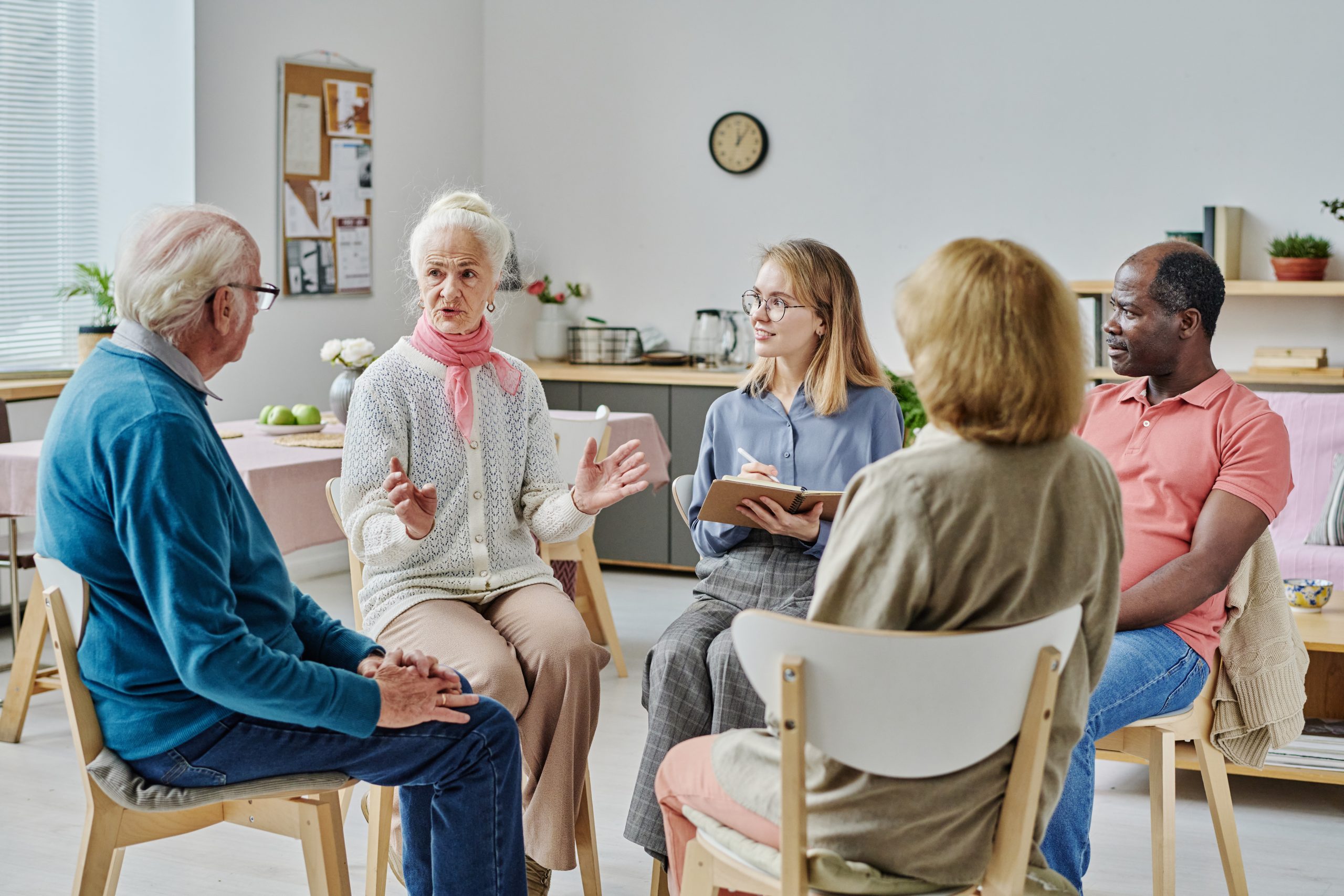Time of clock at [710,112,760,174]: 12:06
